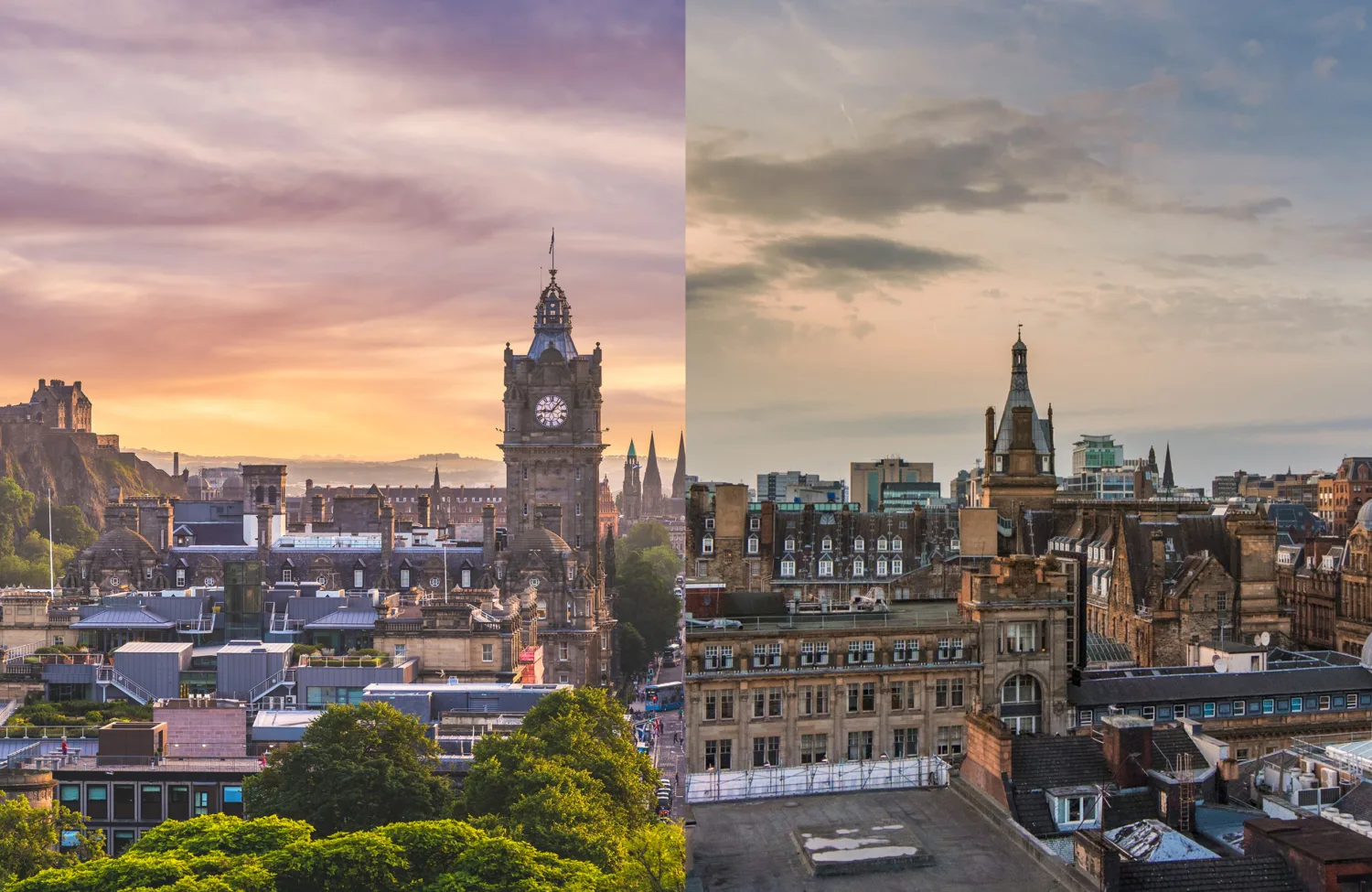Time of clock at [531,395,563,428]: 9:07
